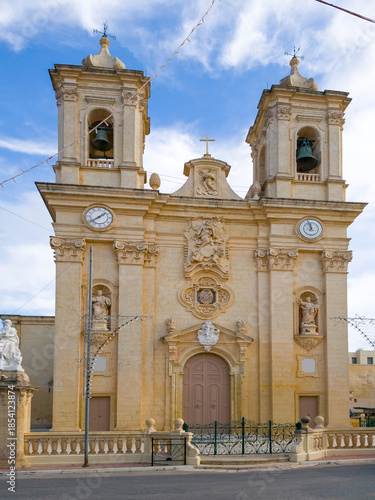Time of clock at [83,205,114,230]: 1:39
